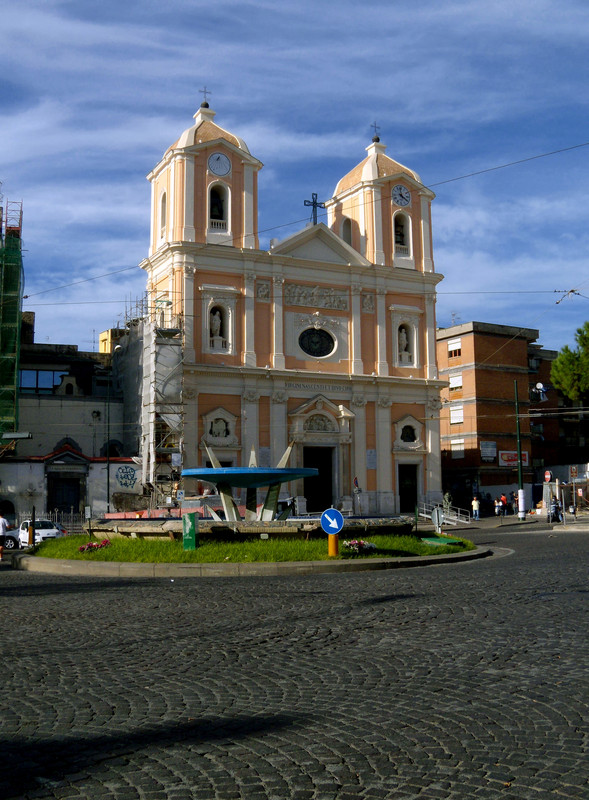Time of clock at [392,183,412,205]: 3:58
